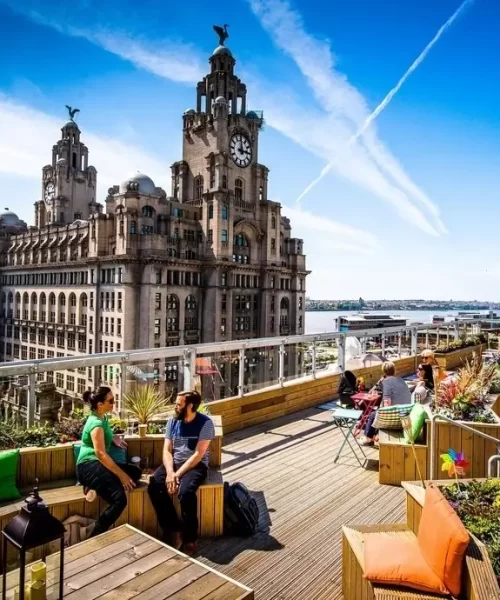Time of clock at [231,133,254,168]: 2:59
